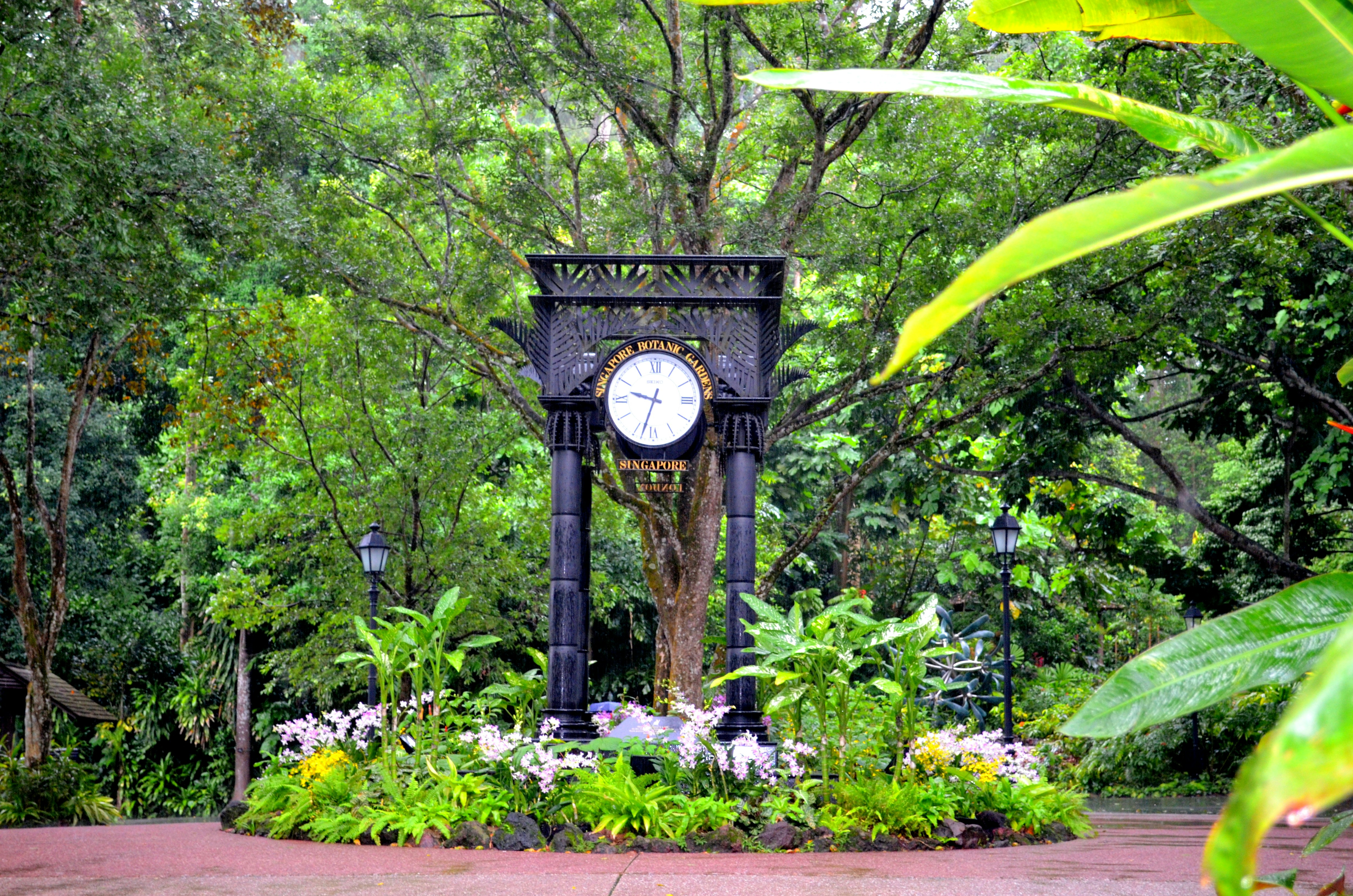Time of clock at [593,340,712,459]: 9:33
